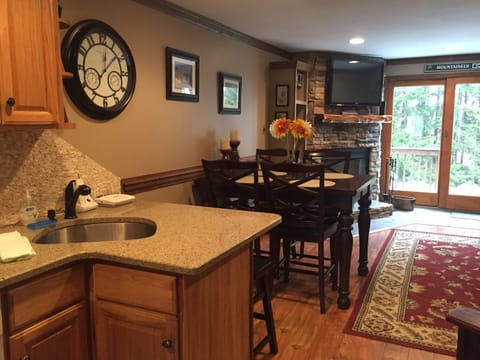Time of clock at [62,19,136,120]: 12:07
